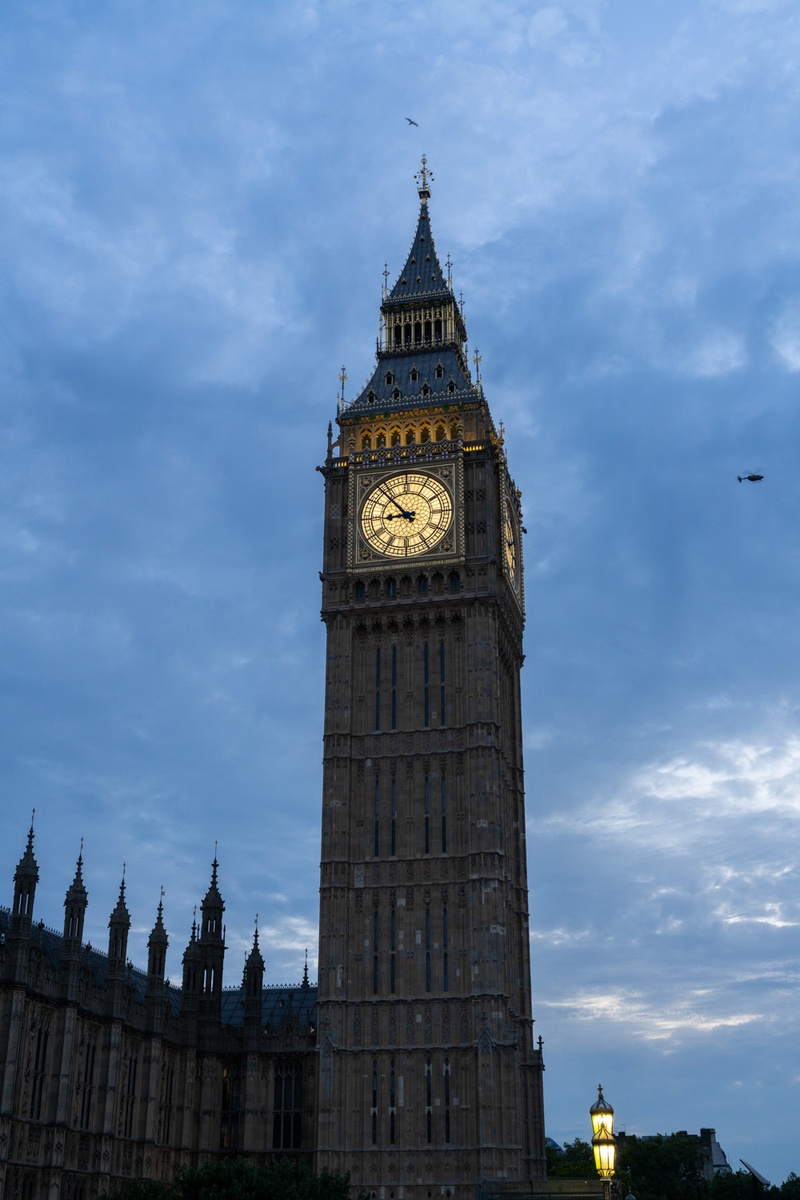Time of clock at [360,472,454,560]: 8:52
